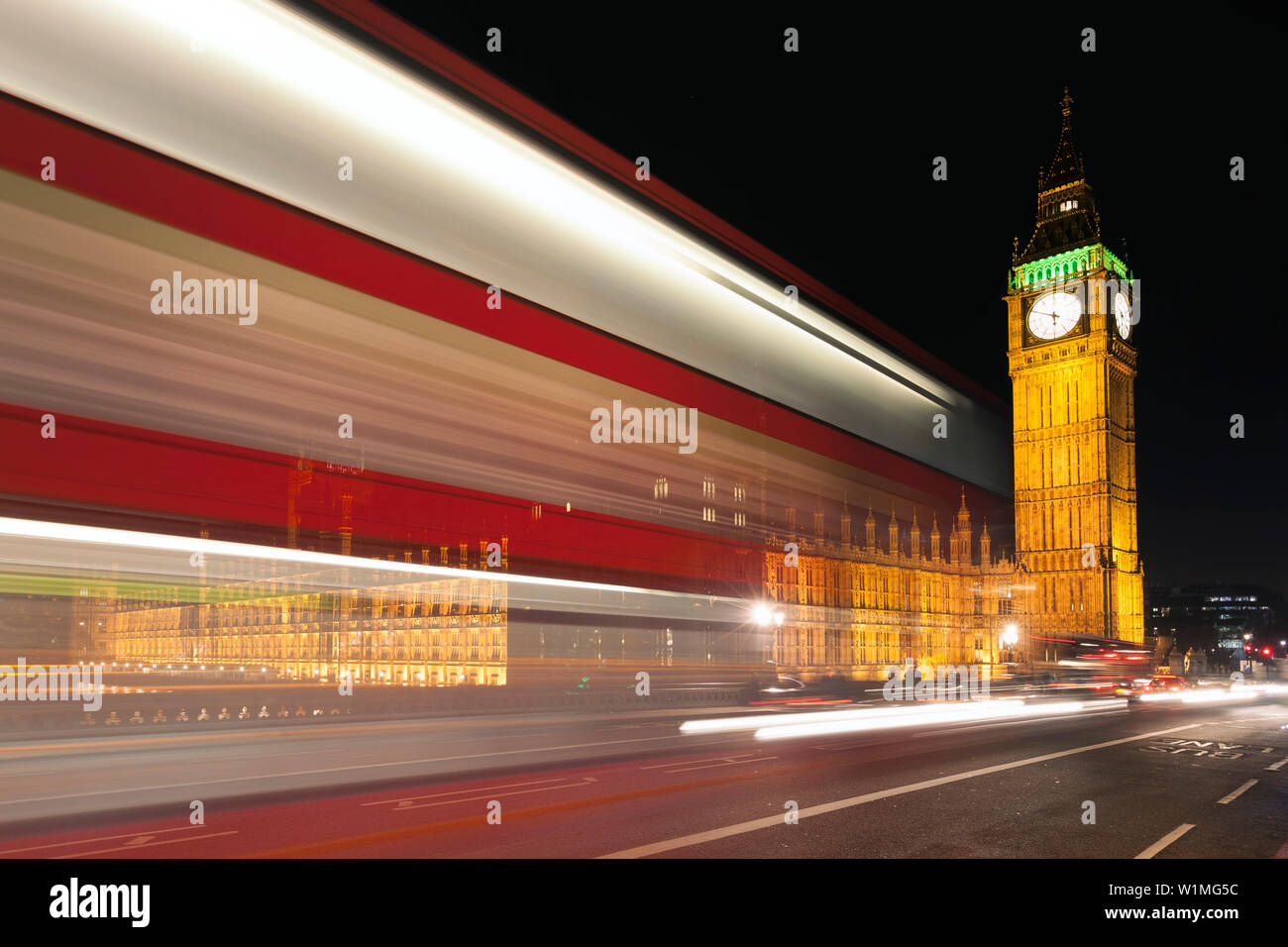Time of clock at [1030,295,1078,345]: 5:49
